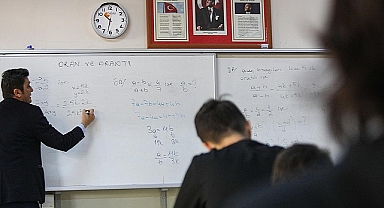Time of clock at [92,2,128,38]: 10:31
